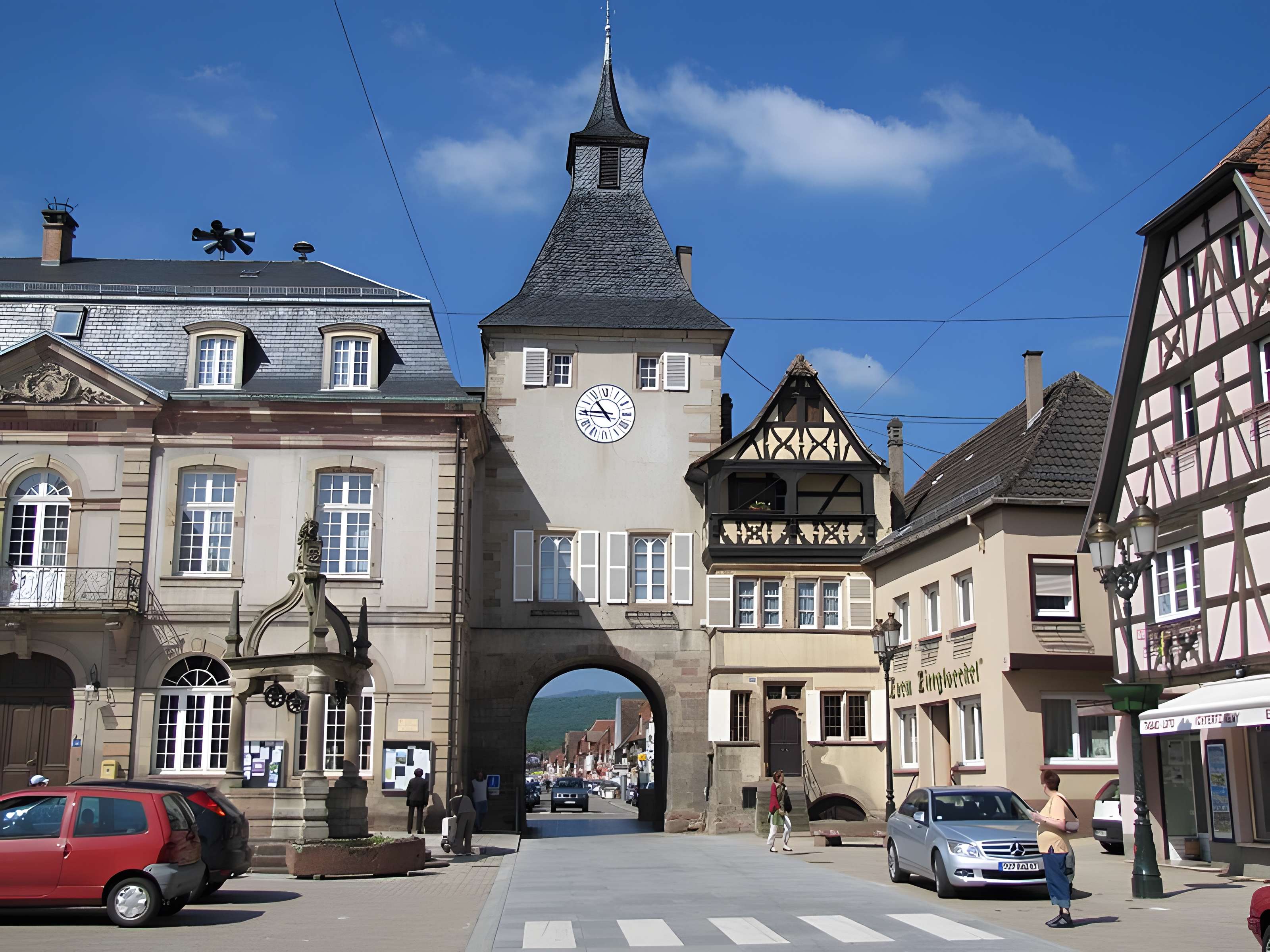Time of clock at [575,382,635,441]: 10:45
